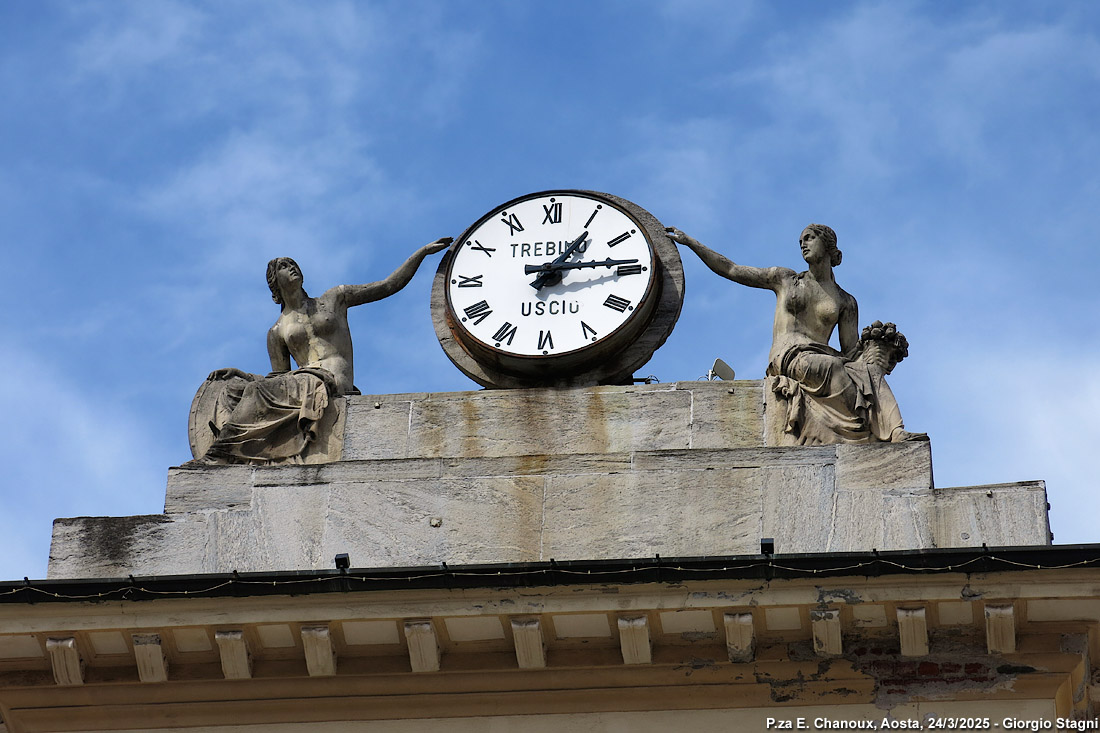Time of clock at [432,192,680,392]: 1:13
